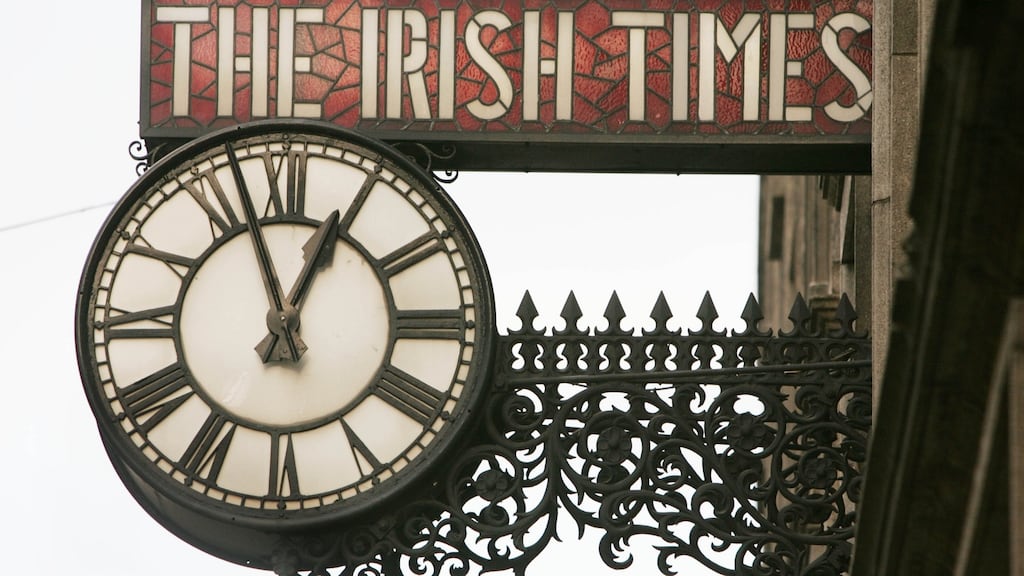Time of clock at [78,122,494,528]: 12:57
